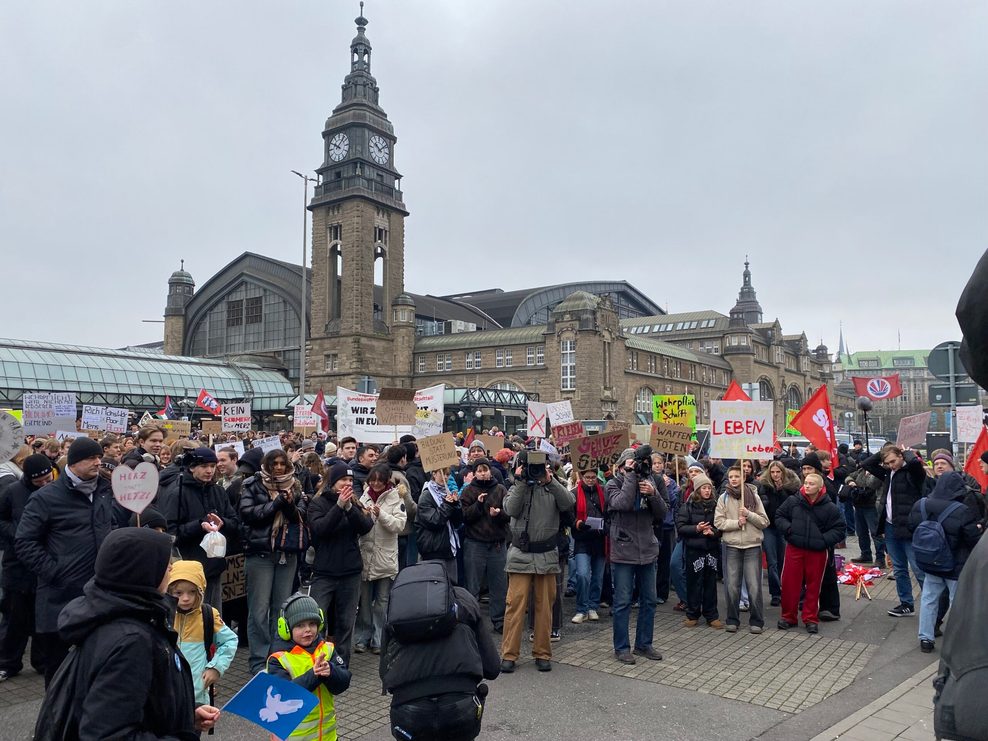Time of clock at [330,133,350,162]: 10:07
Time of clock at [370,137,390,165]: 10:07
